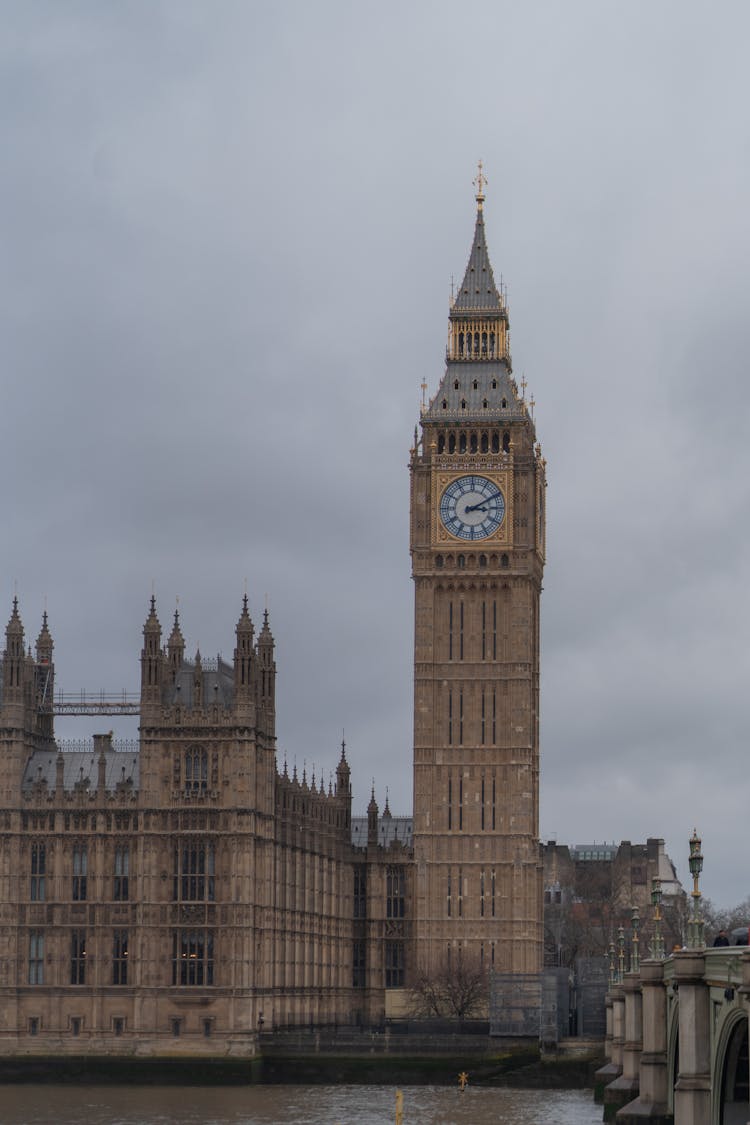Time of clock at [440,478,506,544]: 3:10
